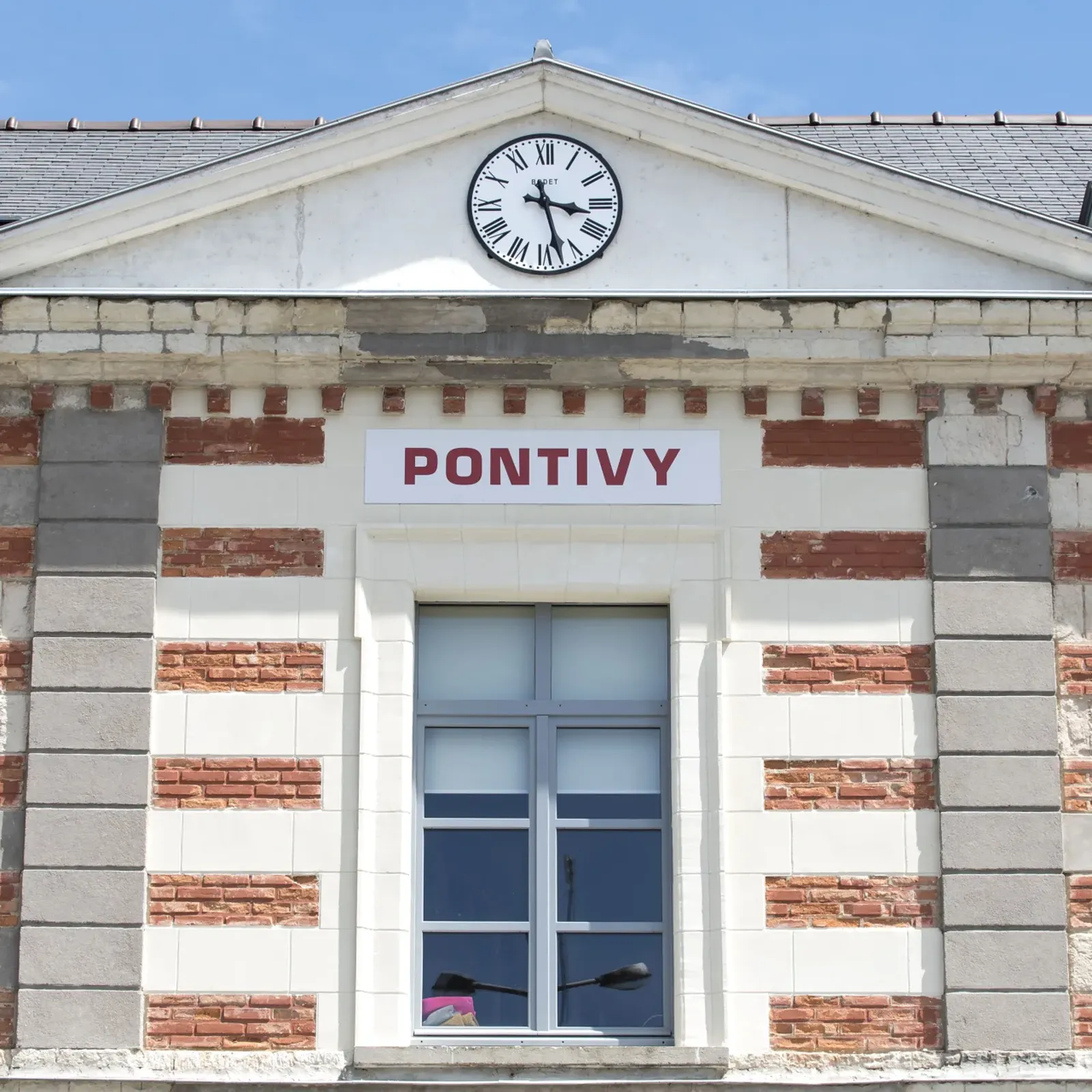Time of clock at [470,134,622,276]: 3:27
